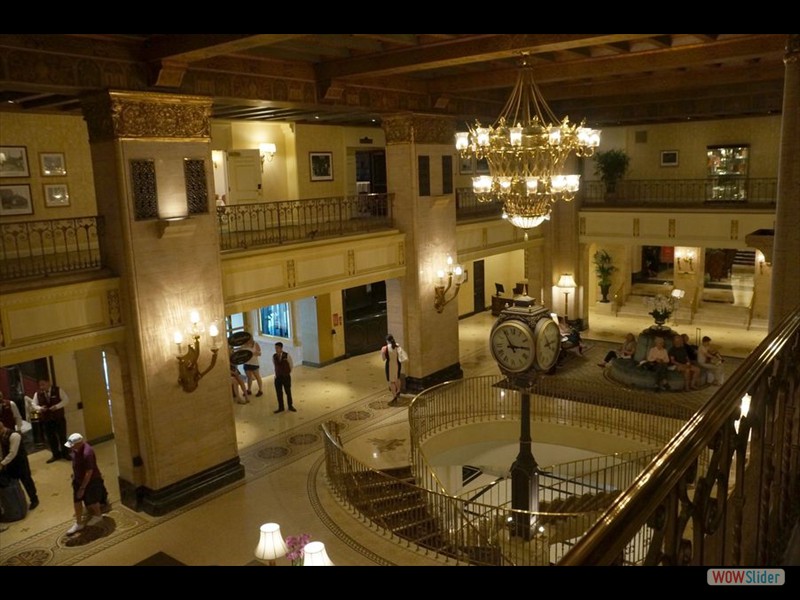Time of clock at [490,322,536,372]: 2:54
